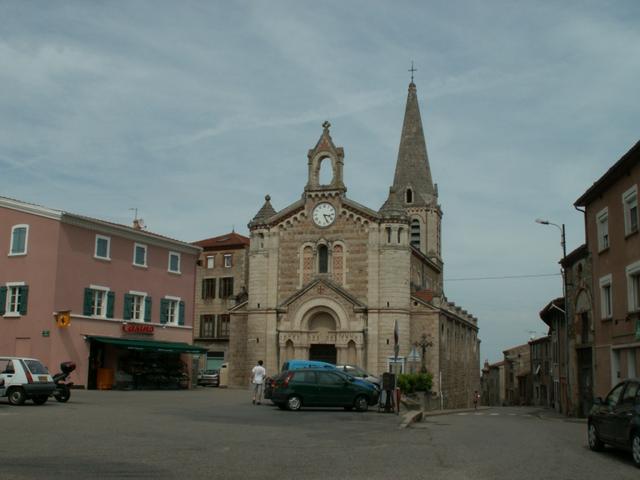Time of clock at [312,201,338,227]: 3:26
